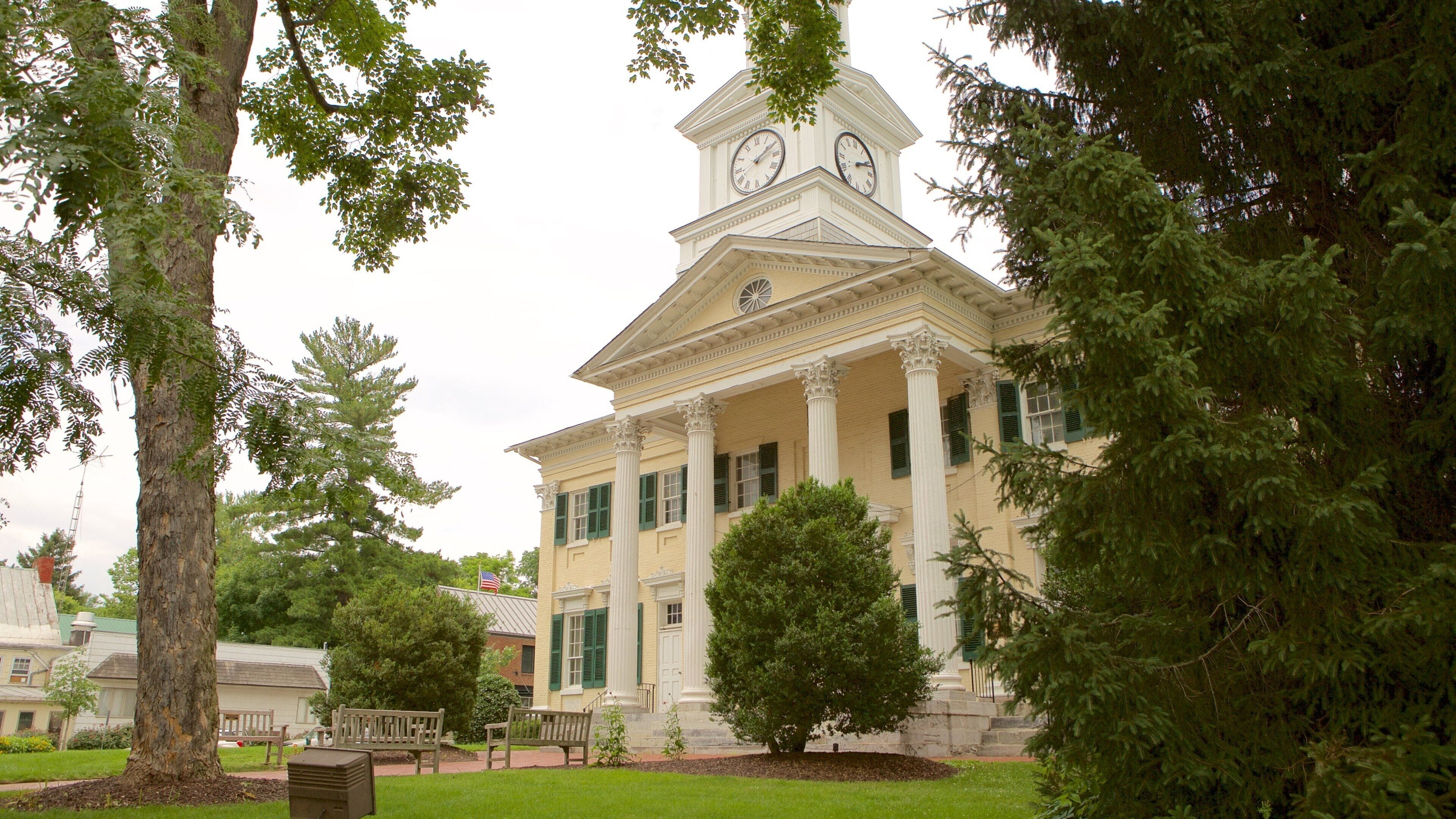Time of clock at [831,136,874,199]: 2:11
